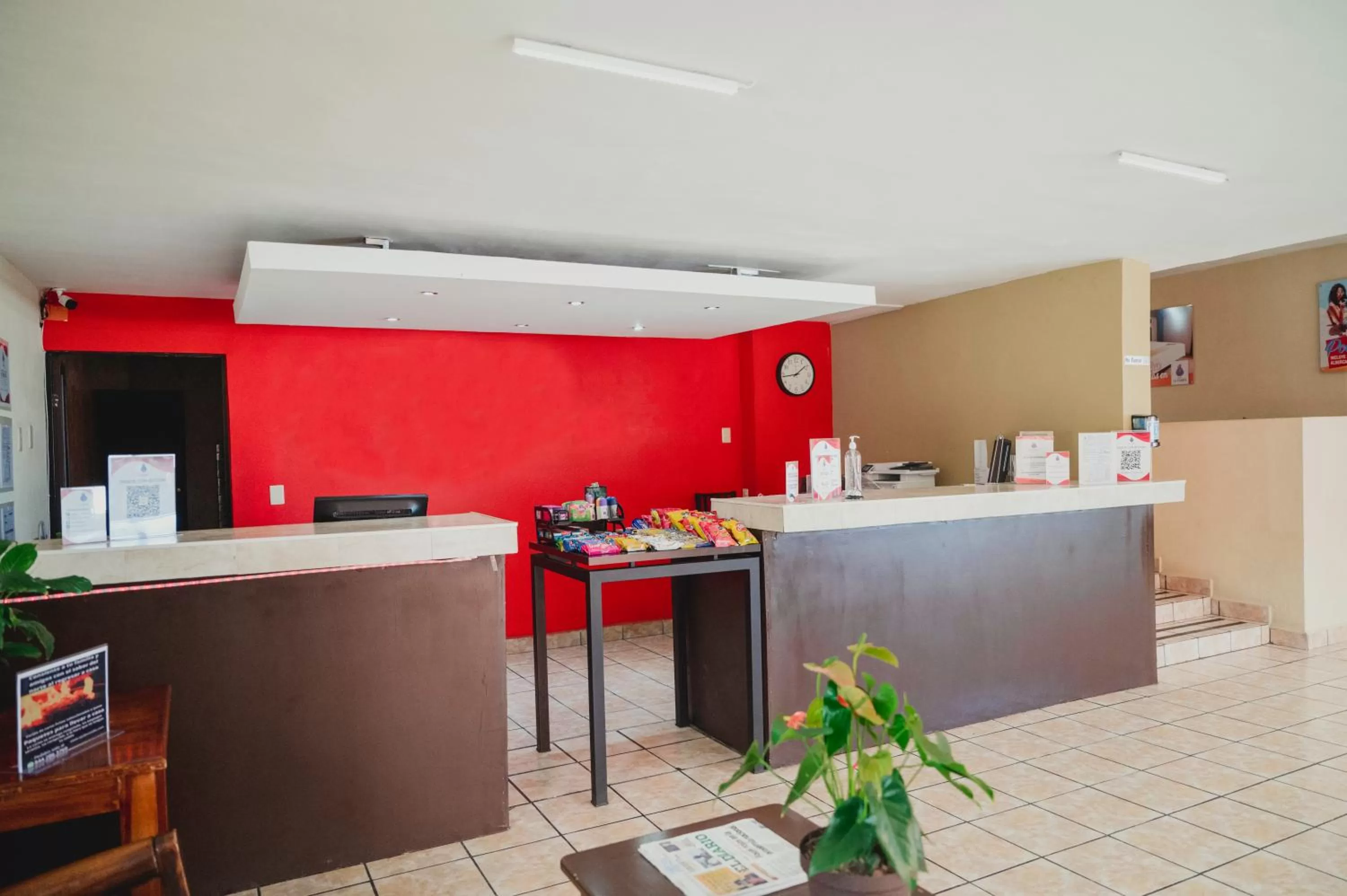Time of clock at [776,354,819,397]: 1:43
